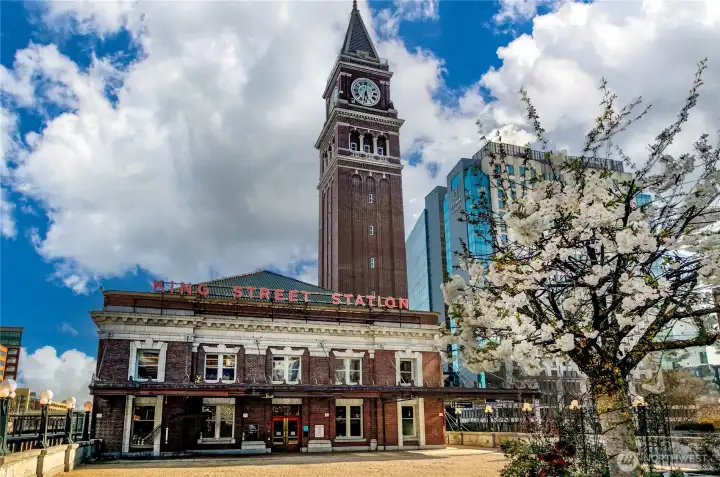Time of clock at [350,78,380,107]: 5:31
